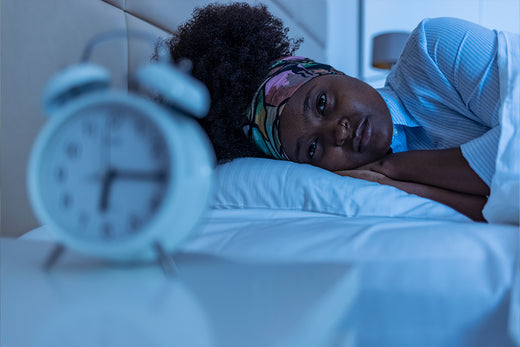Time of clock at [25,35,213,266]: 6:15
